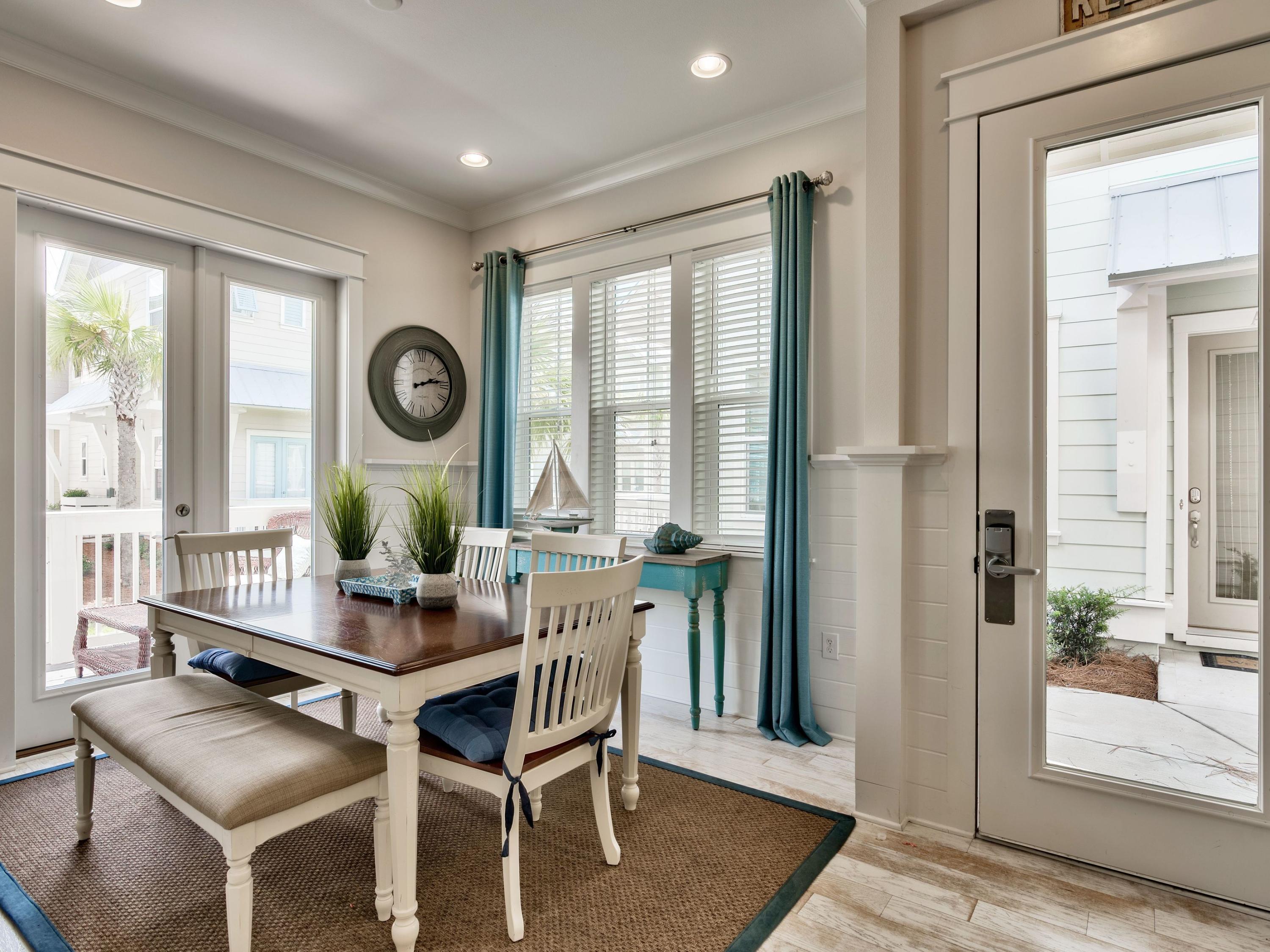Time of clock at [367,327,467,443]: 2:13
